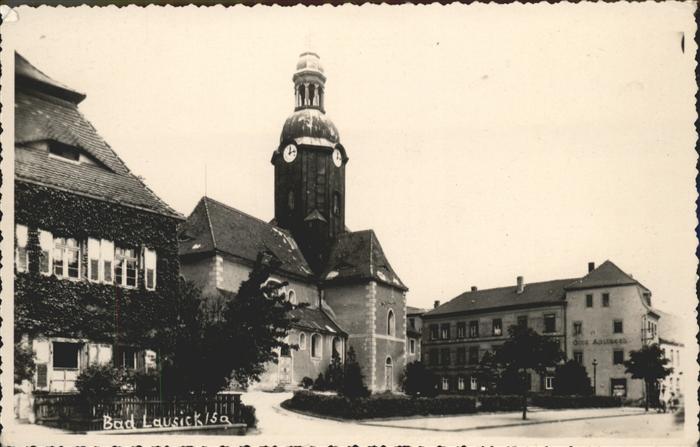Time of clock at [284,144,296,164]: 12:12
